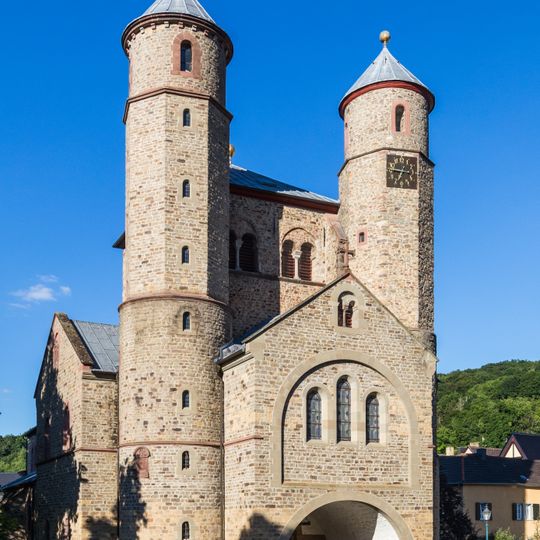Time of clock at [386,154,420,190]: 6:45
